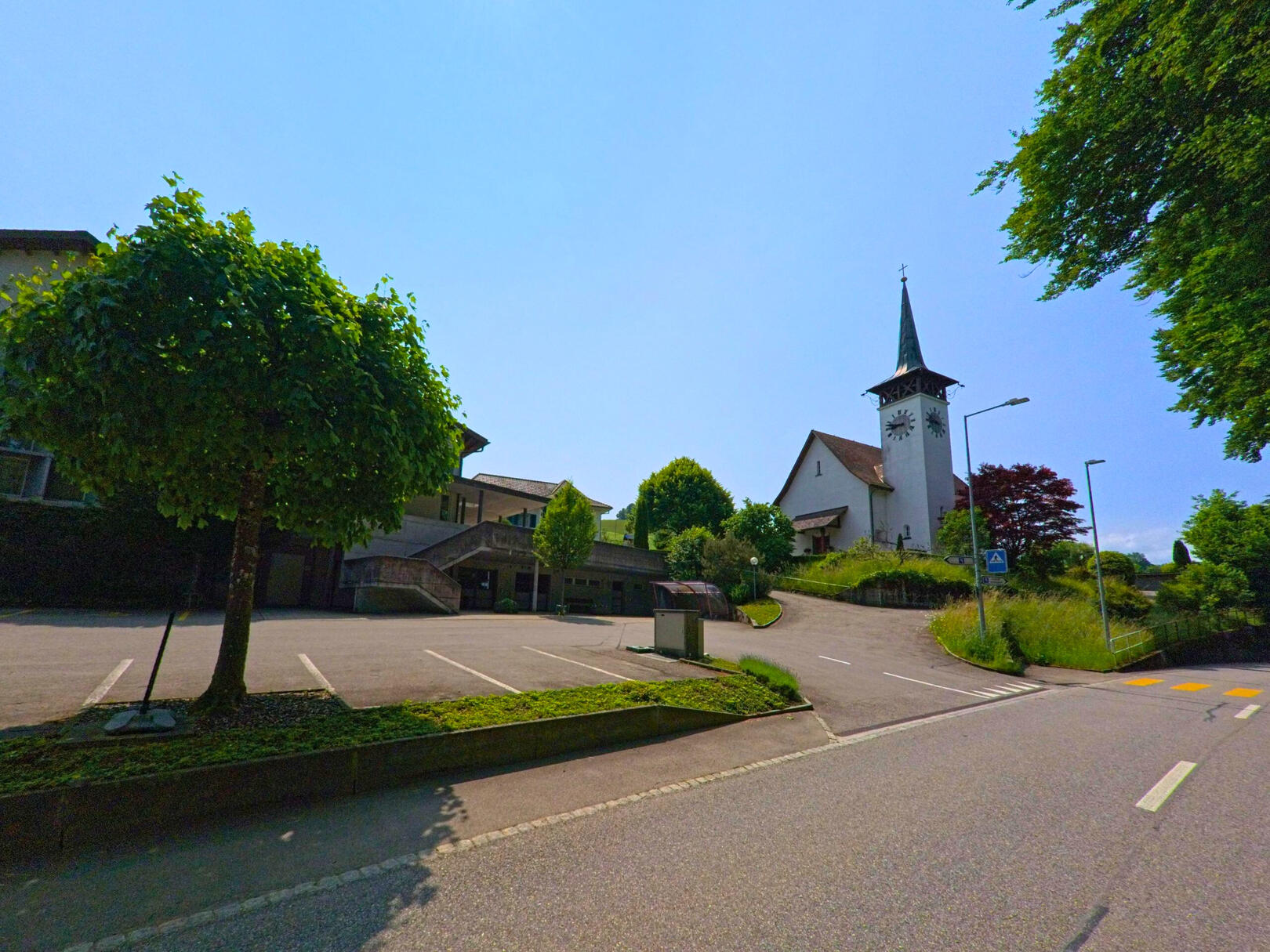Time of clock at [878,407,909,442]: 8:47
